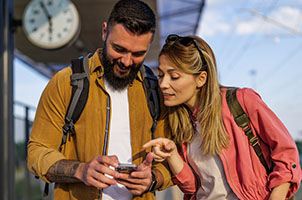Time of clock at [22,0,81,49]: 5:55
